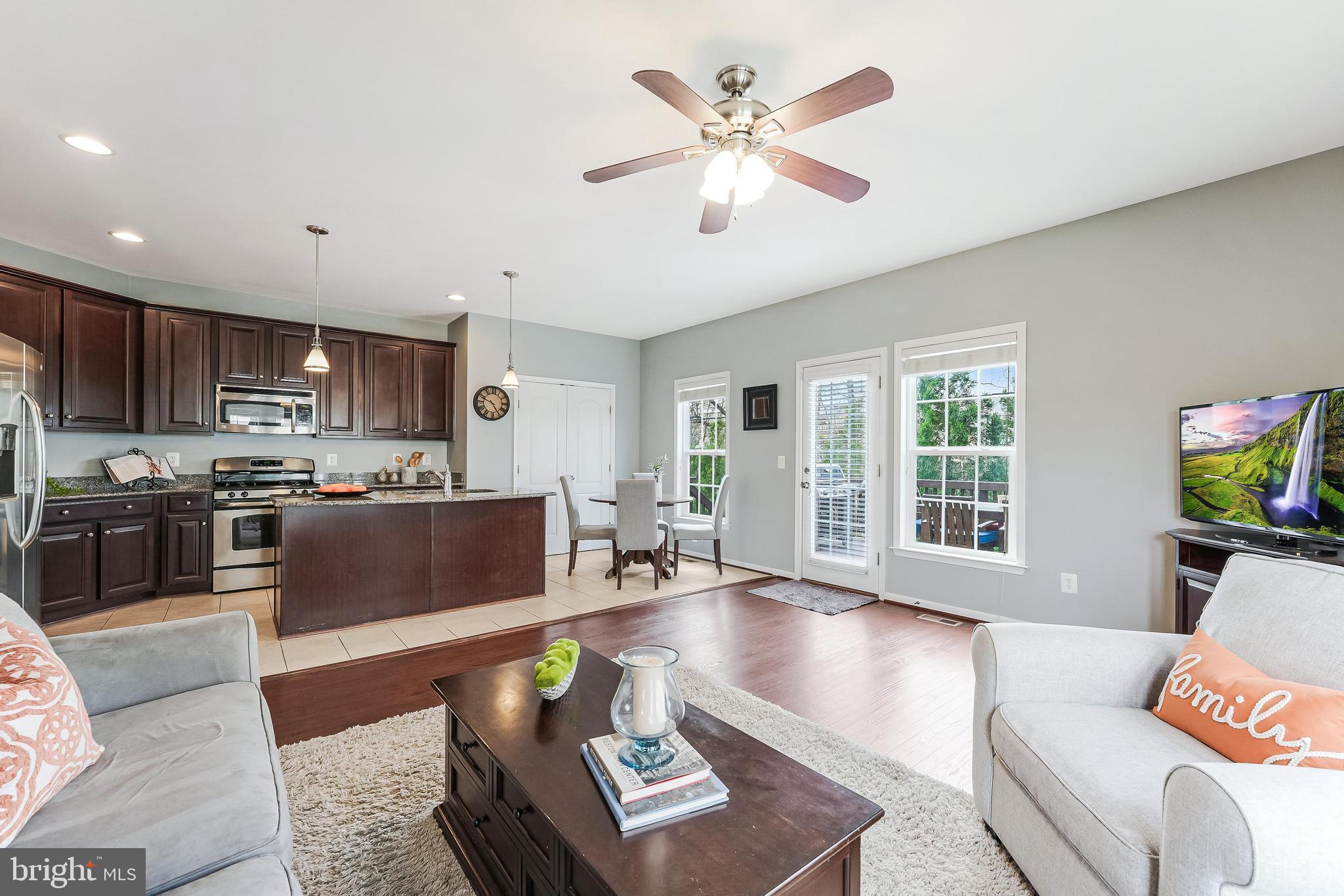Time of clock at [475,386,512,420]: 4:48
